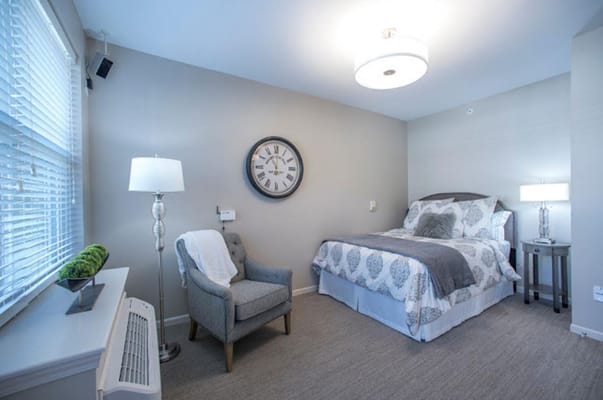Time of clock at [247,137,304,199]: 11:00
